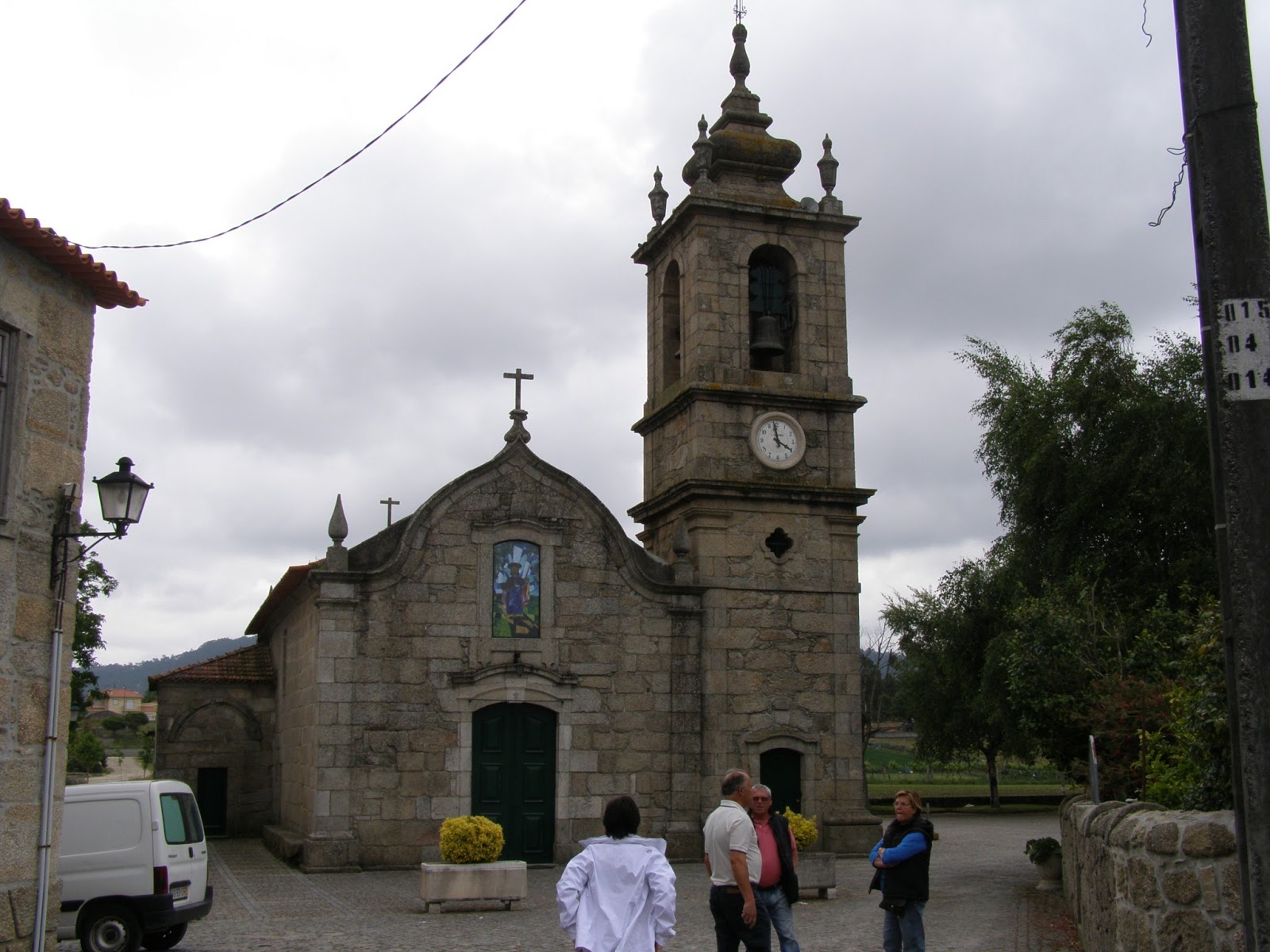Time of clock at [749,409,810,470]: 3:58
